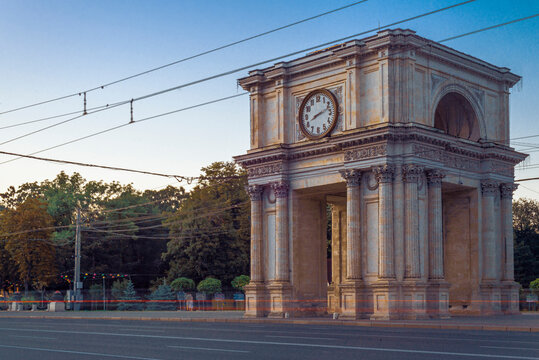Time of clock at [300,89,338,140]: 8:12
